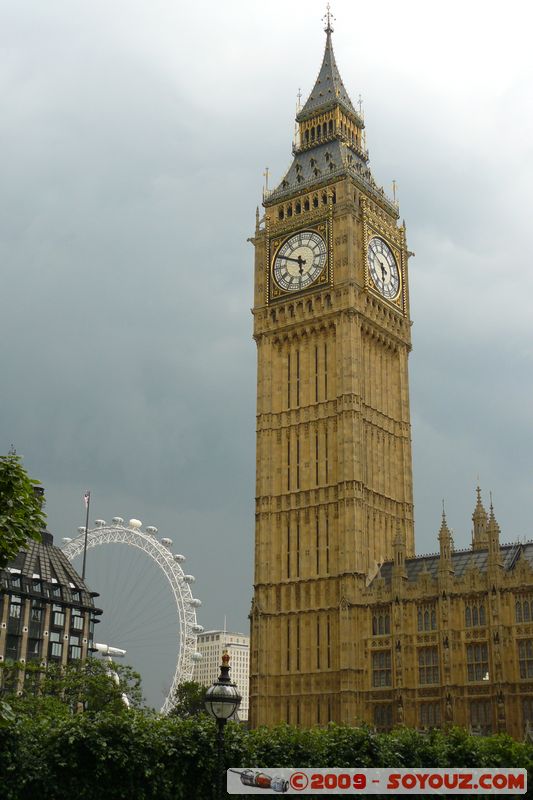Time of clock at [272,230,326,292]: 5:49
